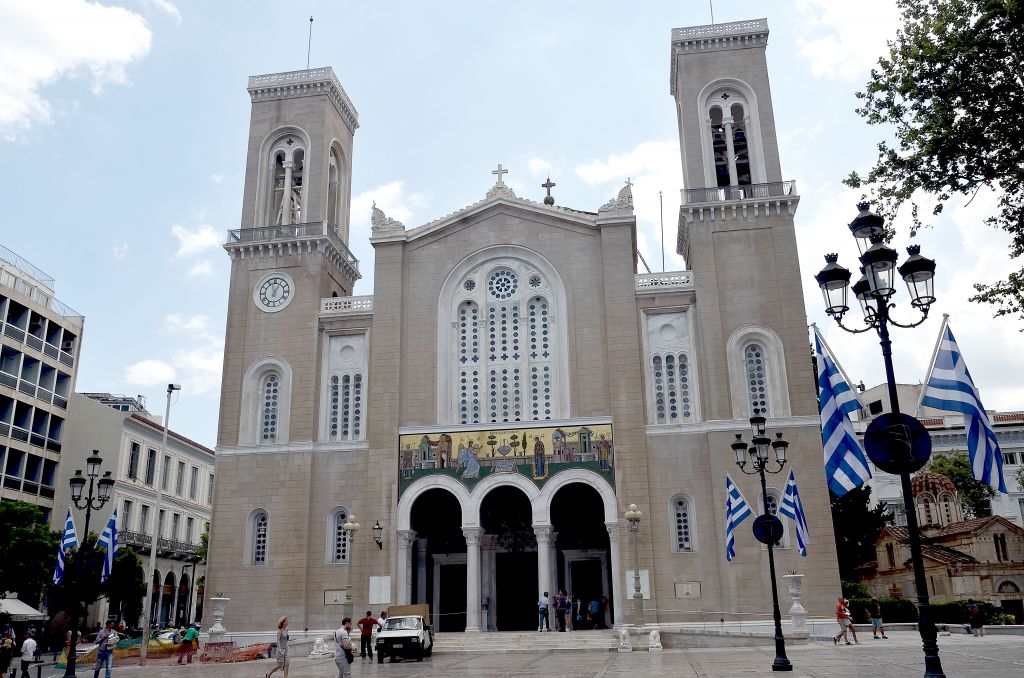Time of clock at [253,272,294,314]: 12:57
